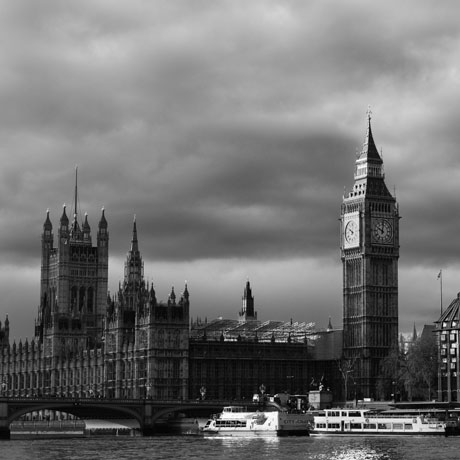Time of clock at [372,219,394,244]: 10:00
